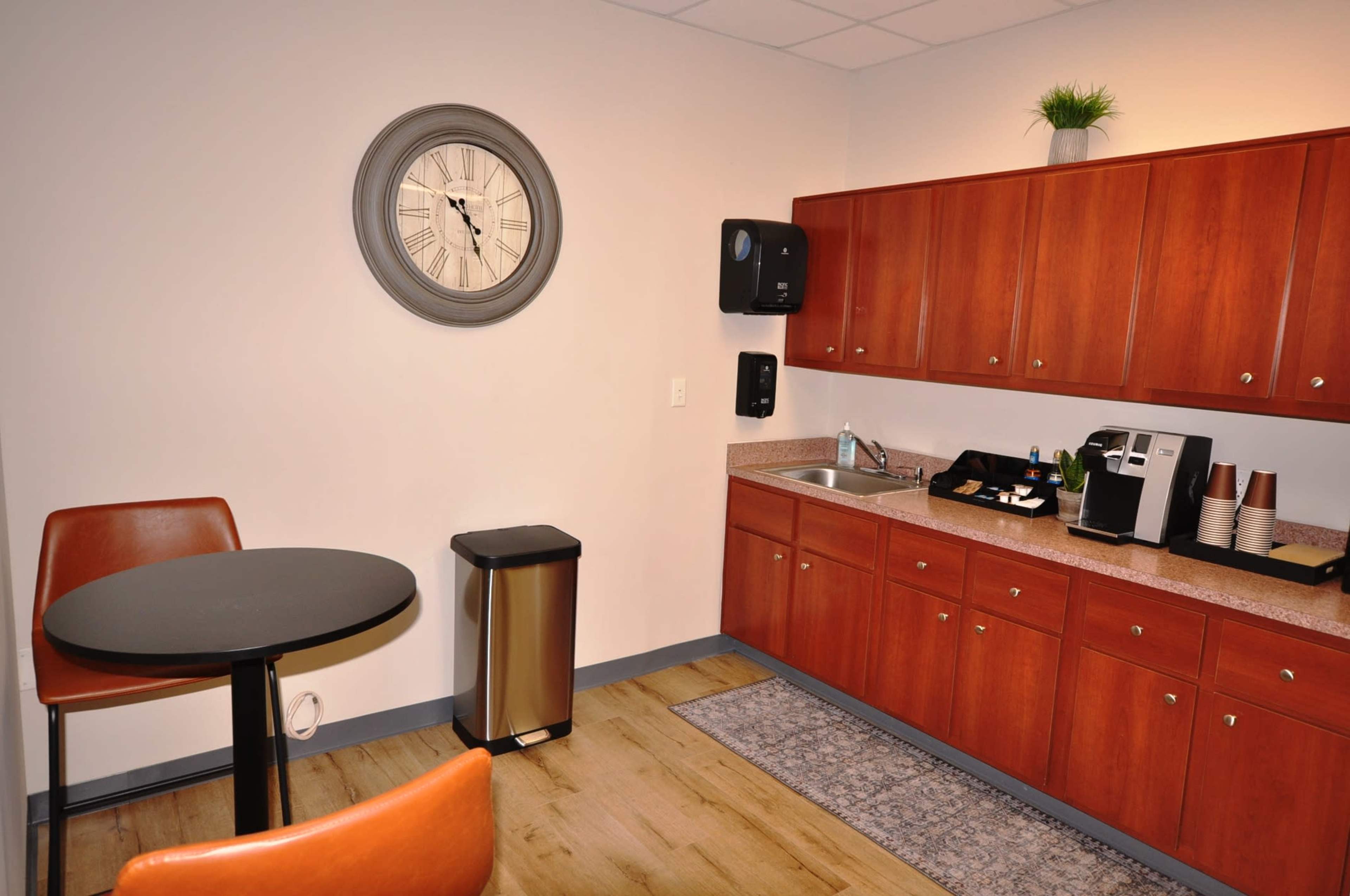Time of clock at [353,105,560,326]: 10:25
